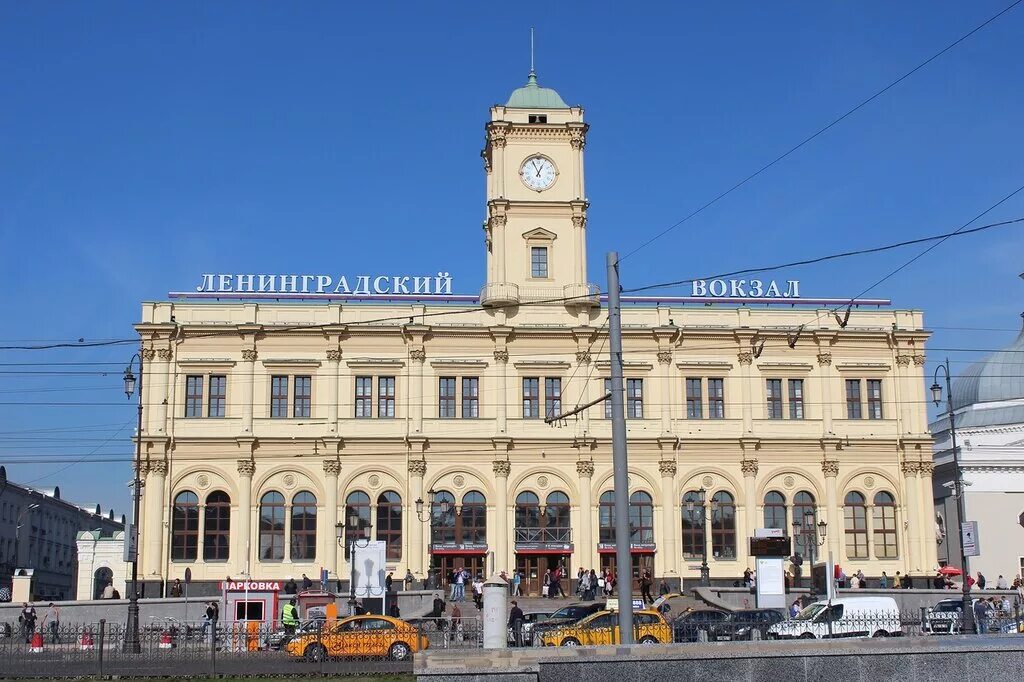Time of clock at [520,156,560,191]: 12:55
